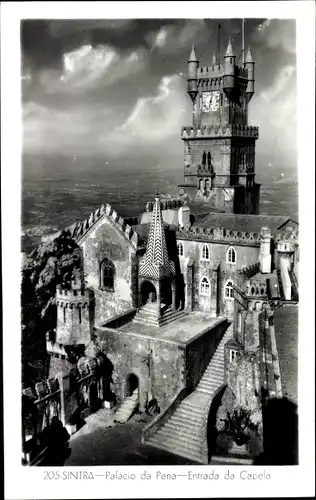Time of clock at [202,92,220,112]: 12:32
